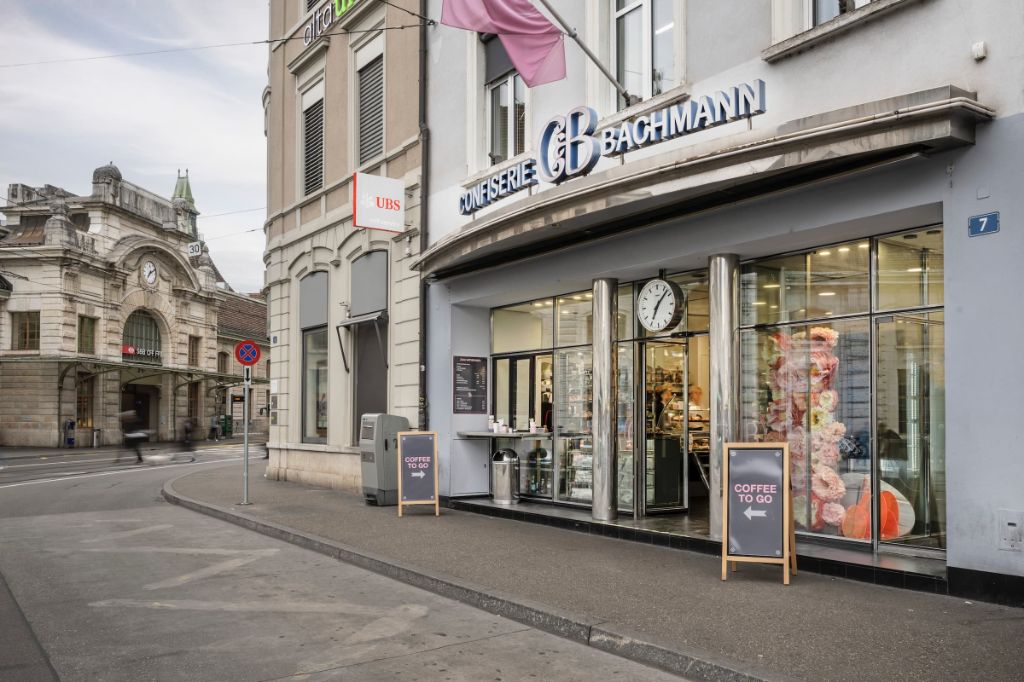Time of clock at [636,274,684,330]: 7:07
